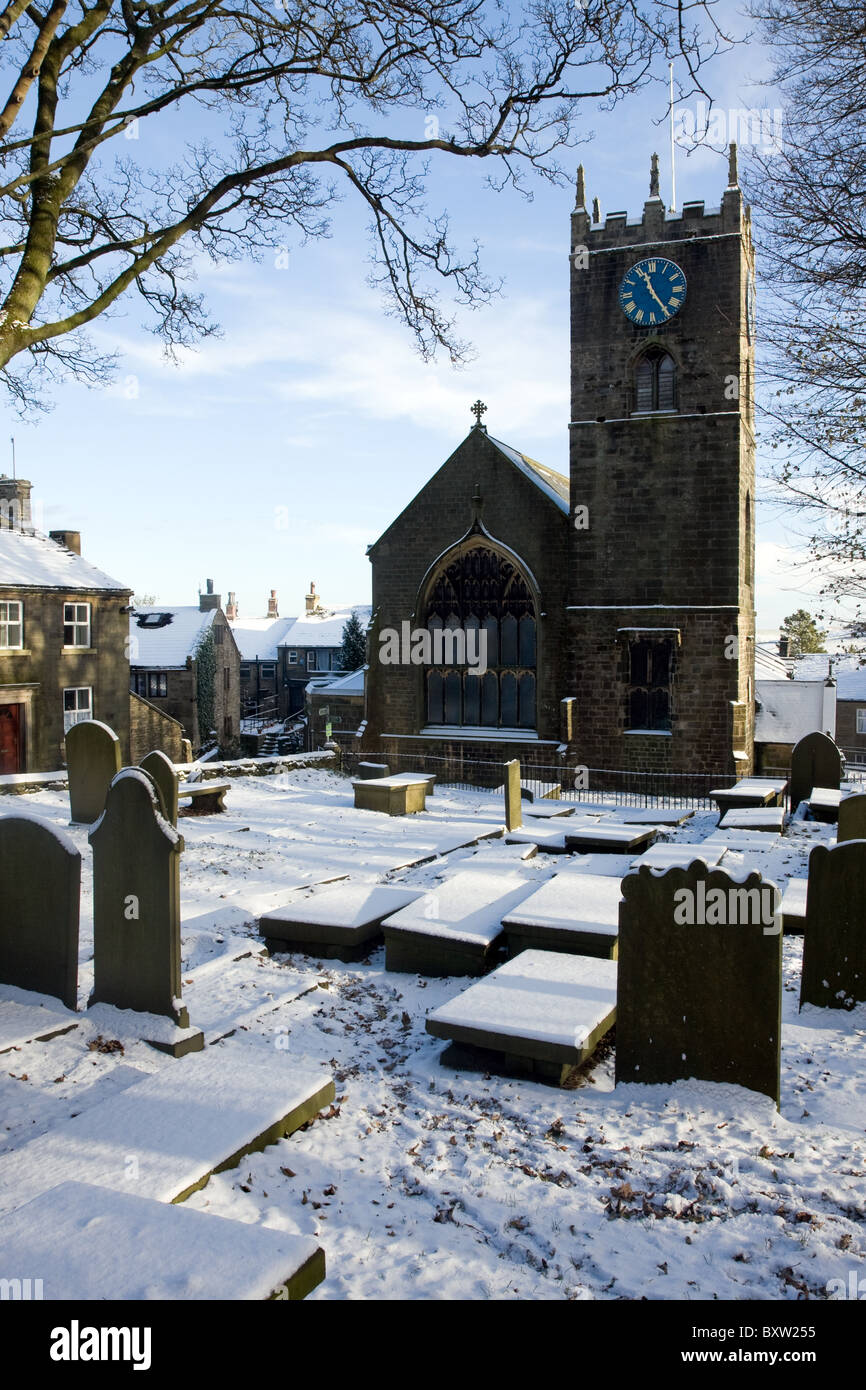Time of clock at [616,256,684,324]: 11:24
